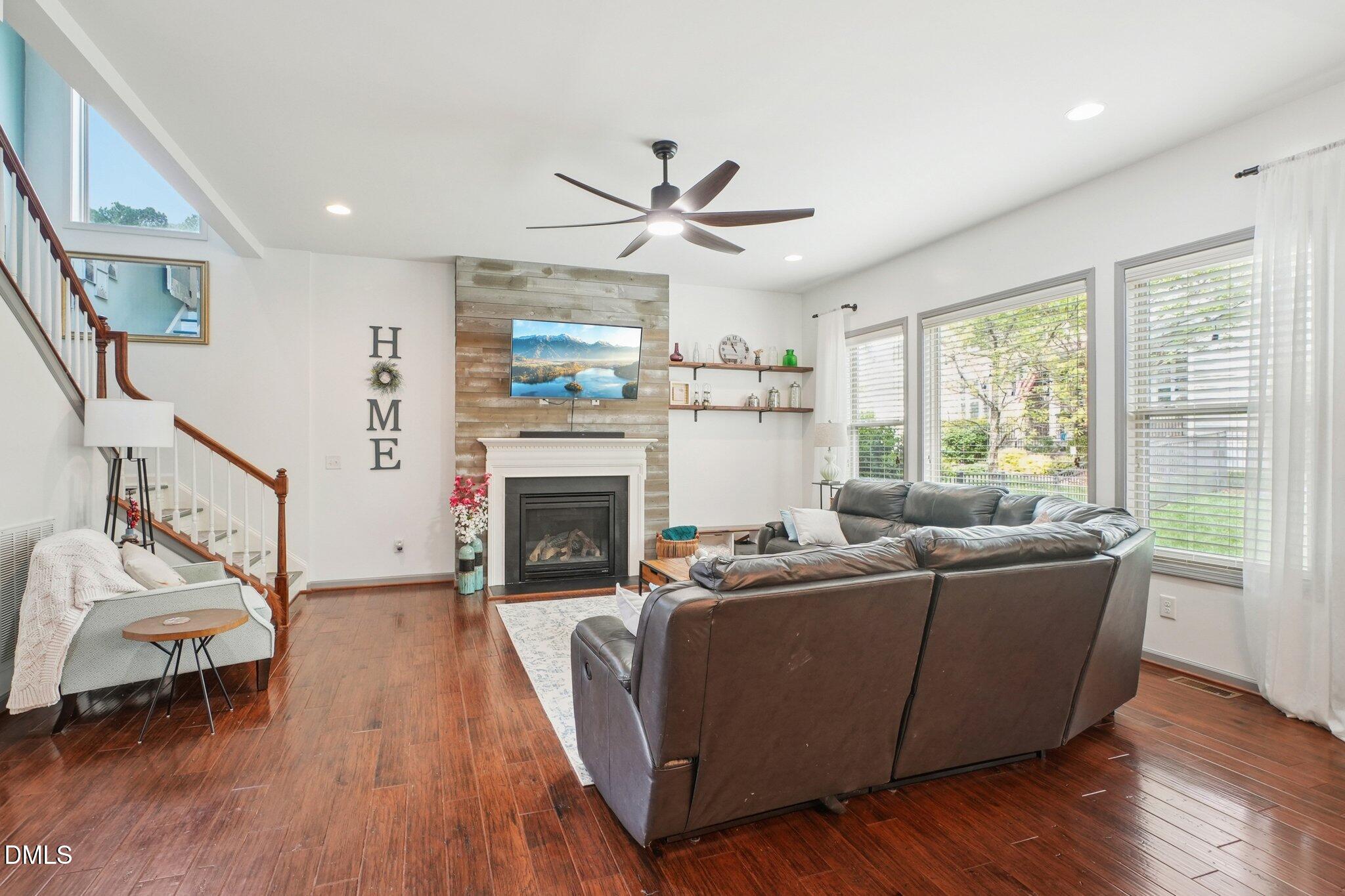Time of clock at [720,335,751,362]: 10:56
